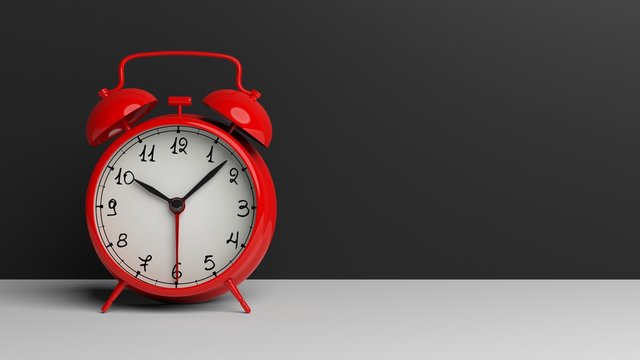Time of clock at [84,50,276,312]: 10:07
